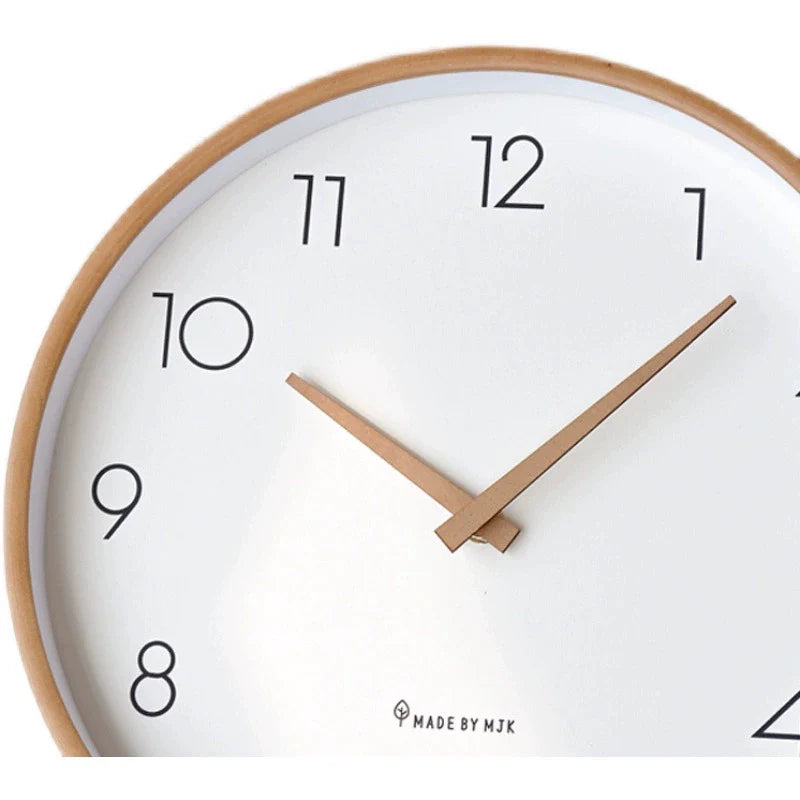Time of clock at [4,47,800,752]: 10:07
